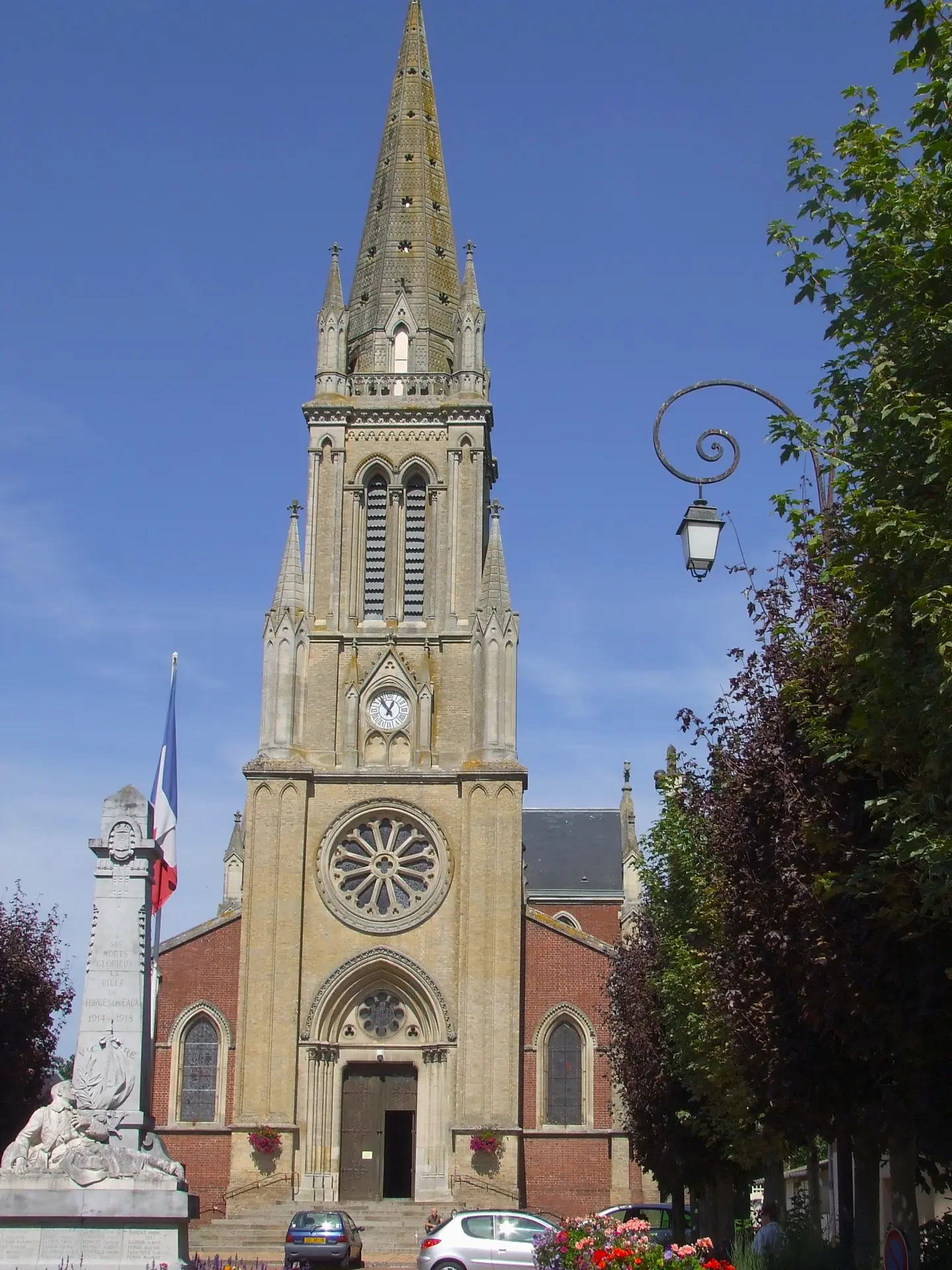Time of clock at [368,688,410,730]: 12:55
